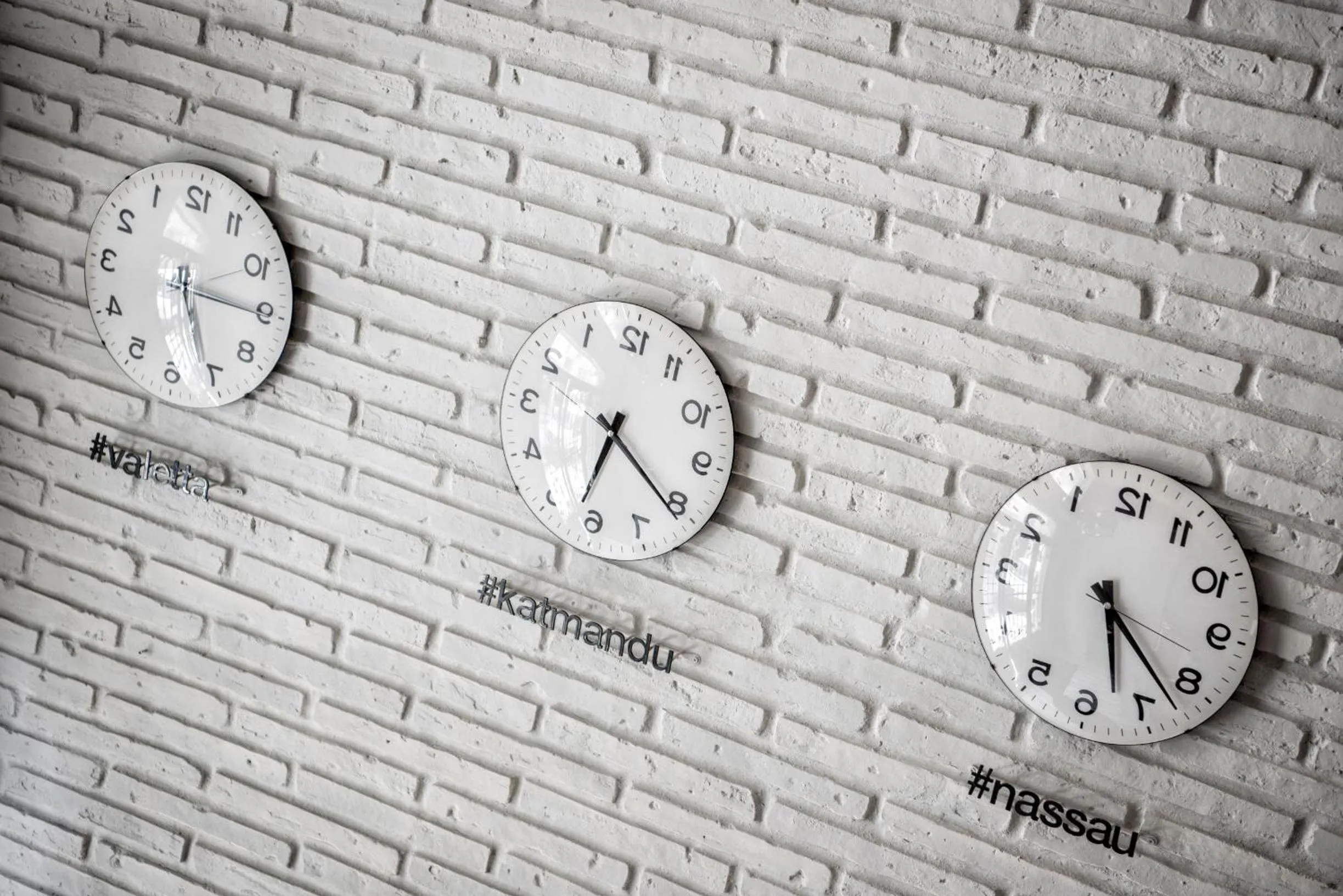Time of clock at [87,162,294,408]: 5:15
